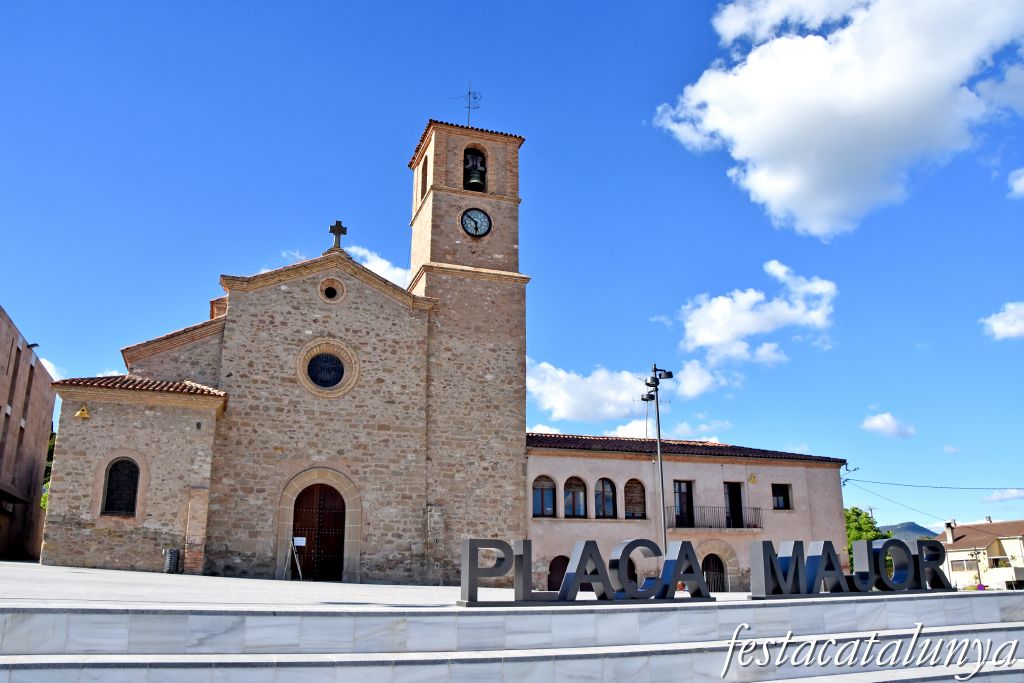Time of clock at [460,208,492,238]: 5:51
